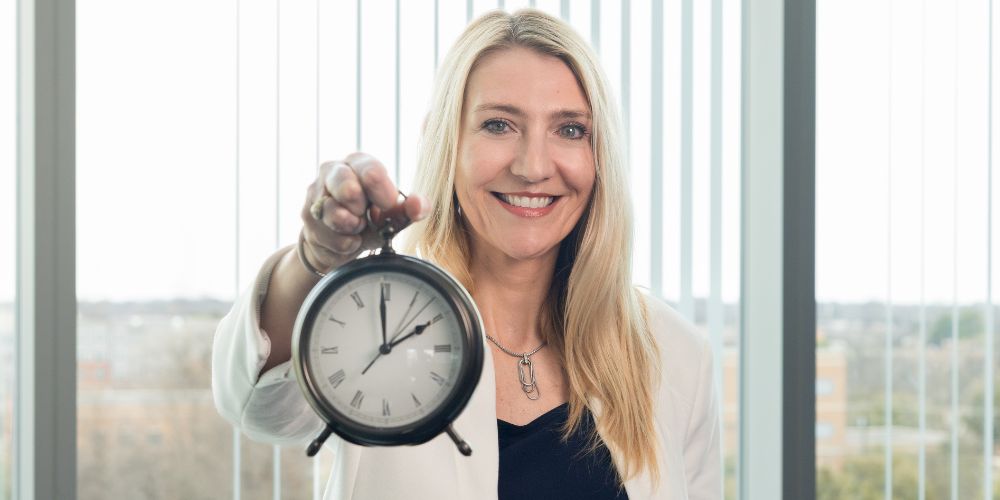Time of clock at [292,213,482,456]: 1:59
